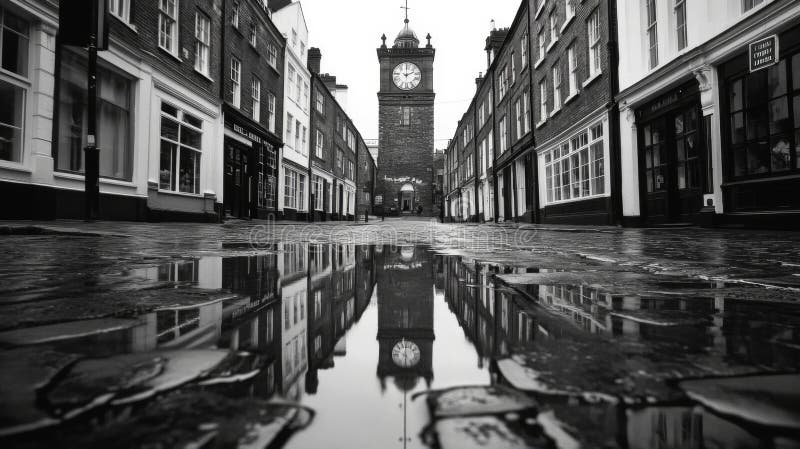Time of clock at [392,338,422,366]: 5:59
